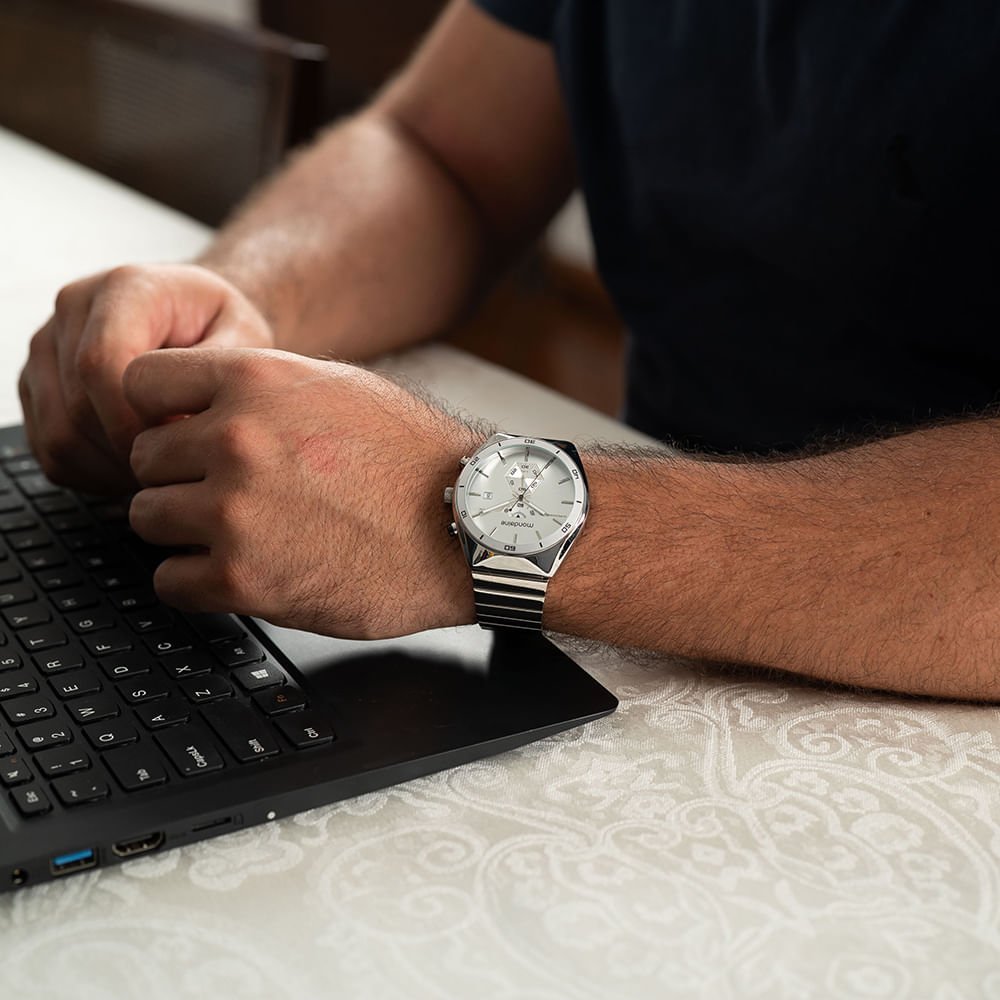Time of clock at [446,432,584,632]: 12:05
